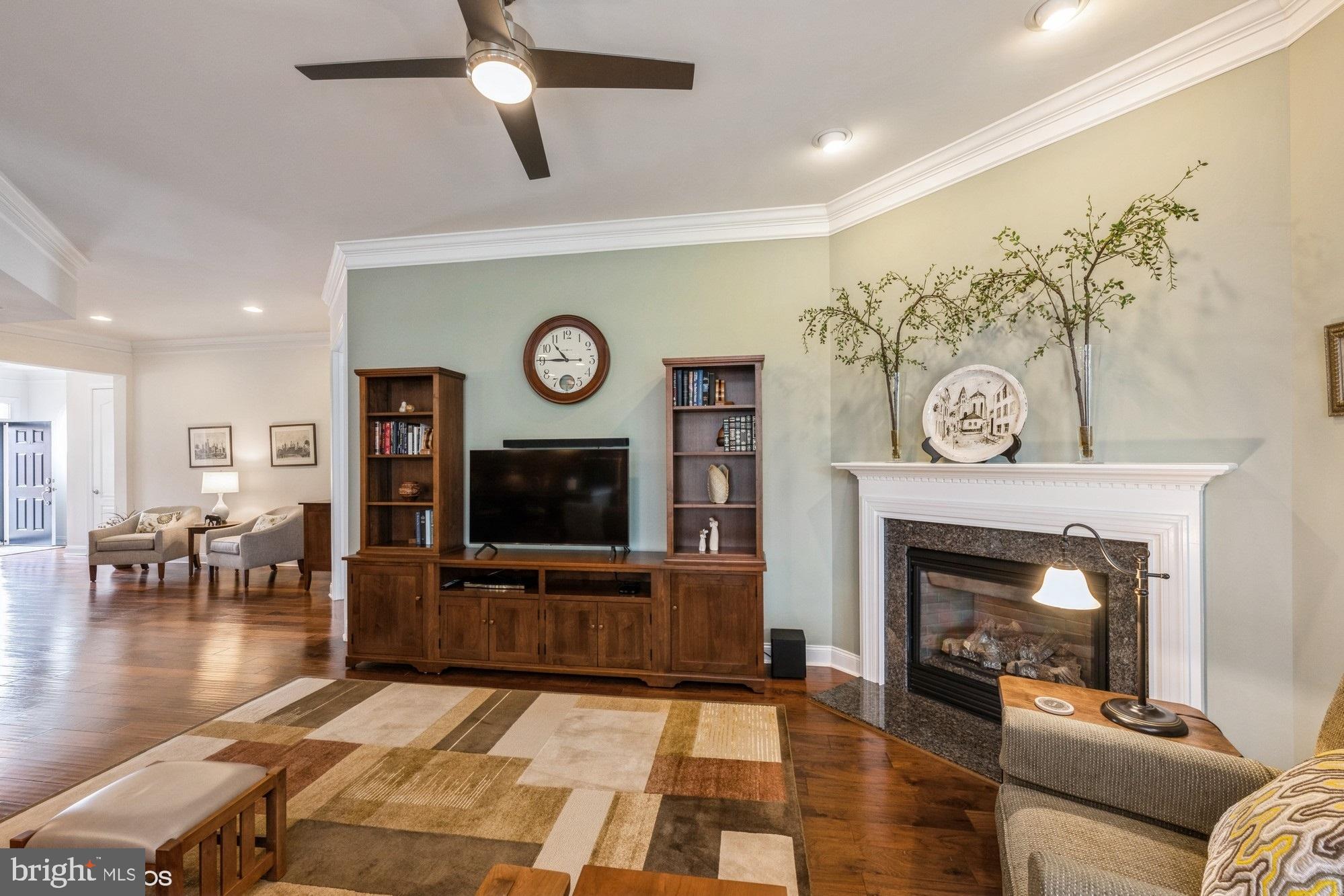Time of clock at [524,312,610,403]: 10:45
